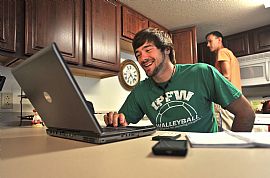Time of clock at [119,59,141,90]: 7:23
